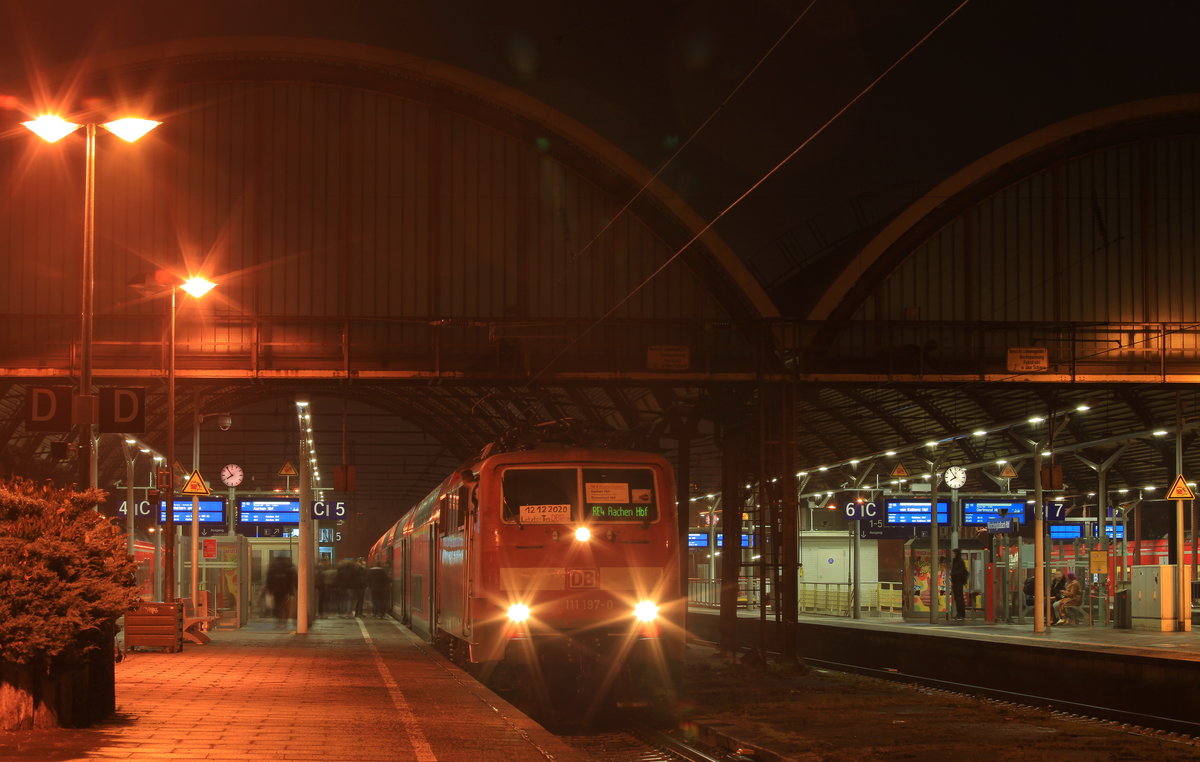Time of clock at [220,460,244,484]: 7:53
